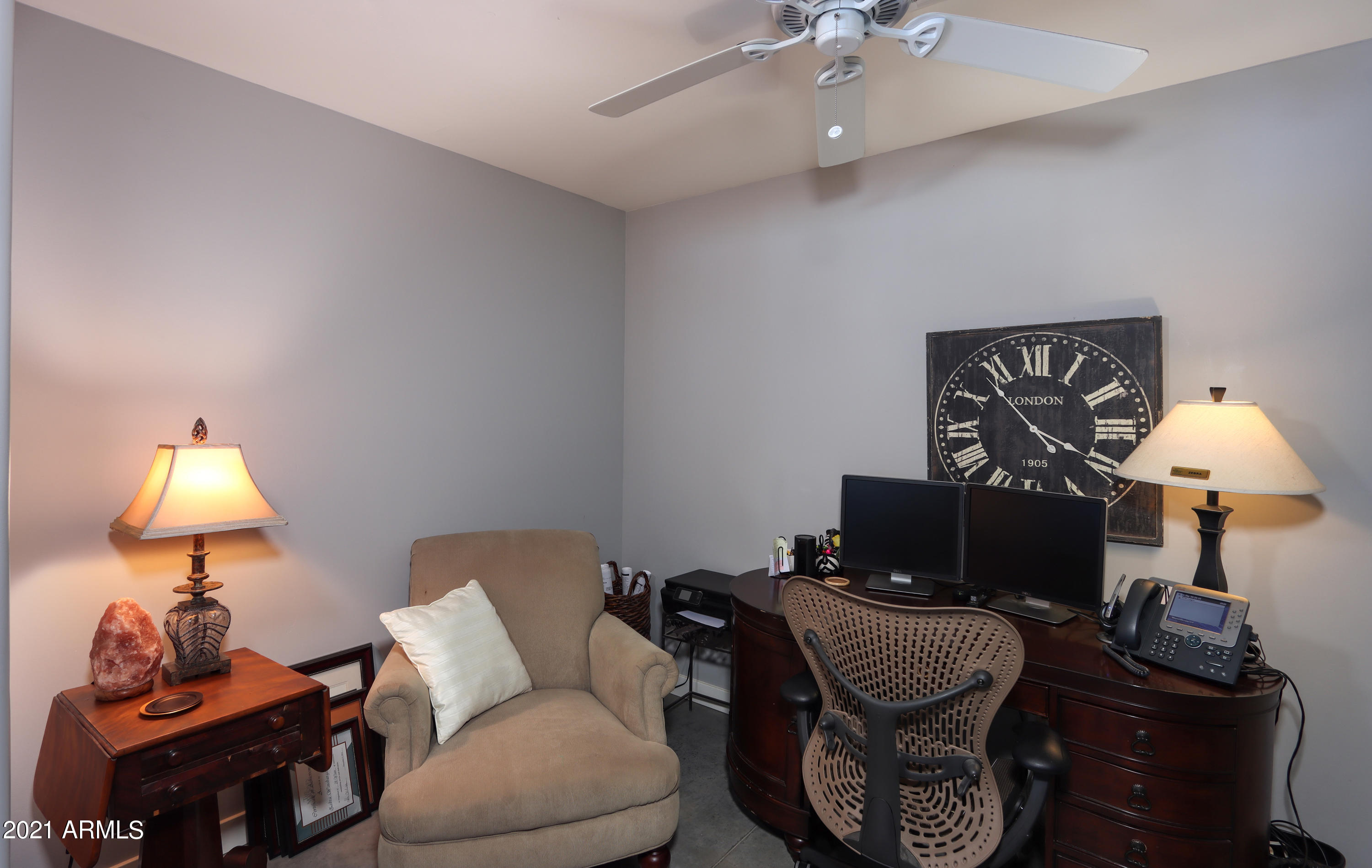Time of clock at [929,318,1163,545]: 3:53
